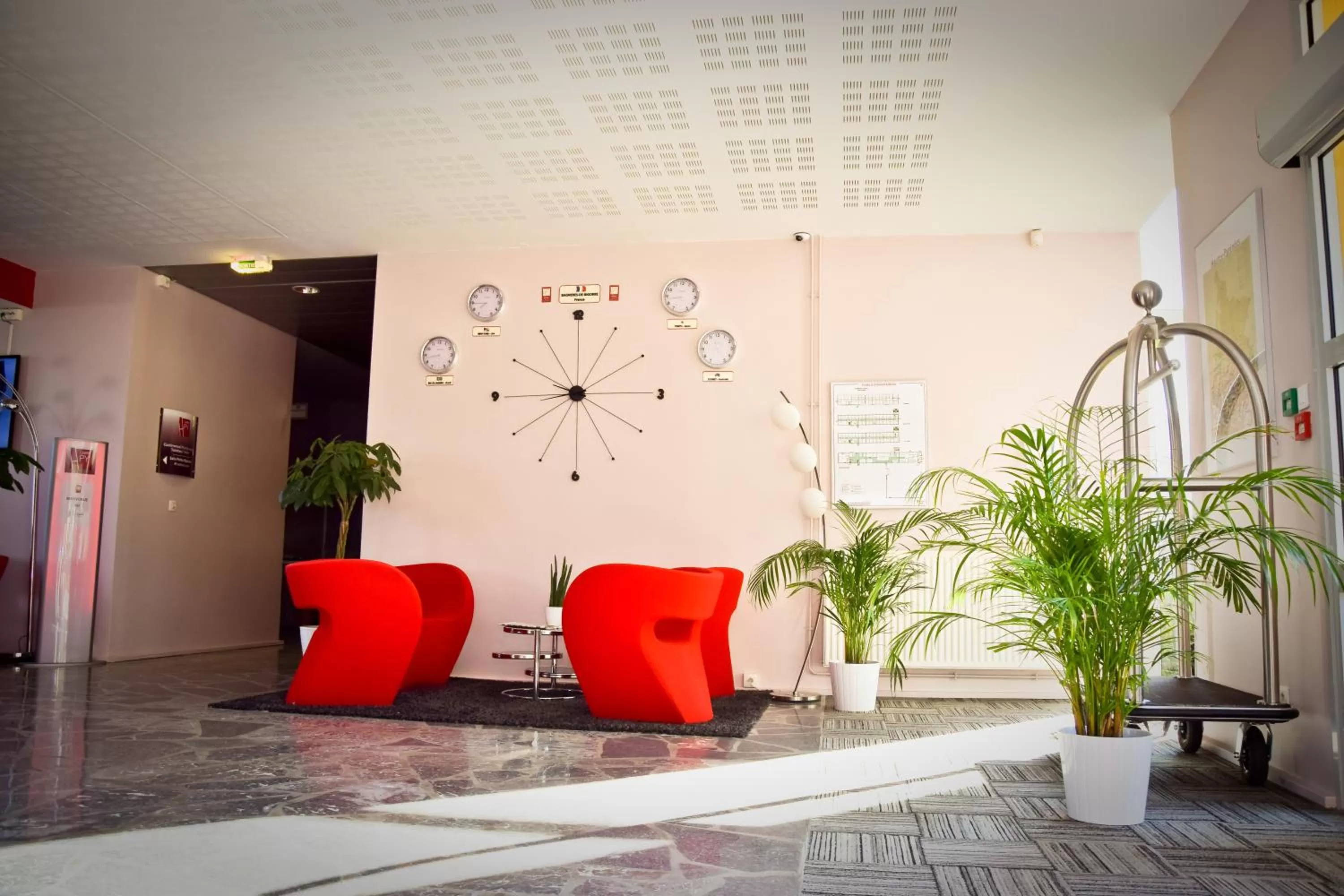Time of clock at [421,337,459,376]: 8:43
